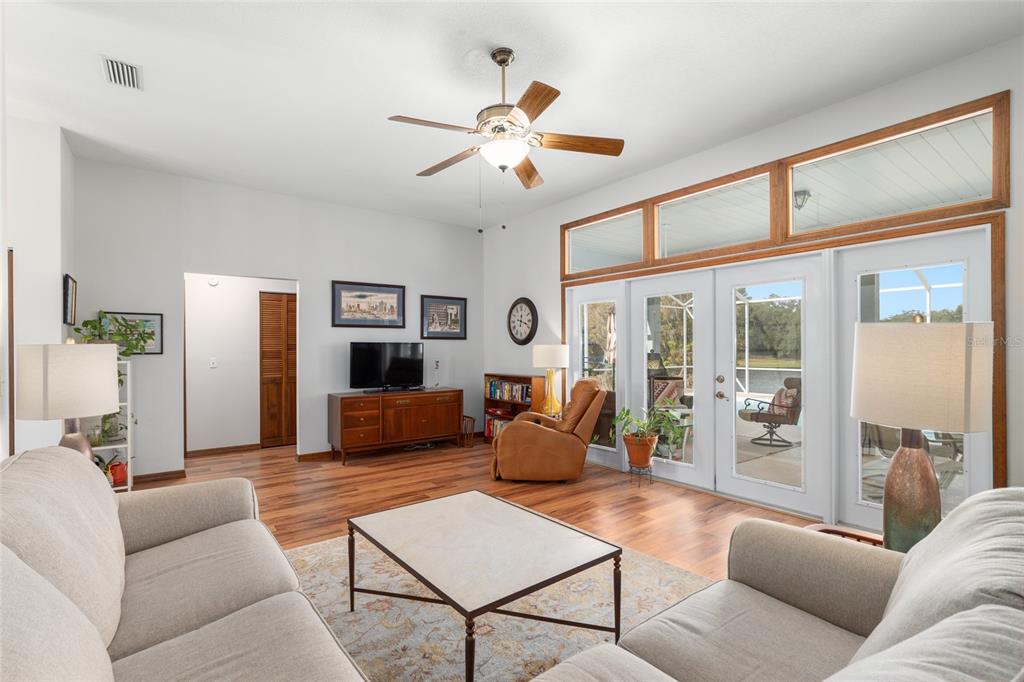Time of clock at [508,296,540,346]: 12:18
